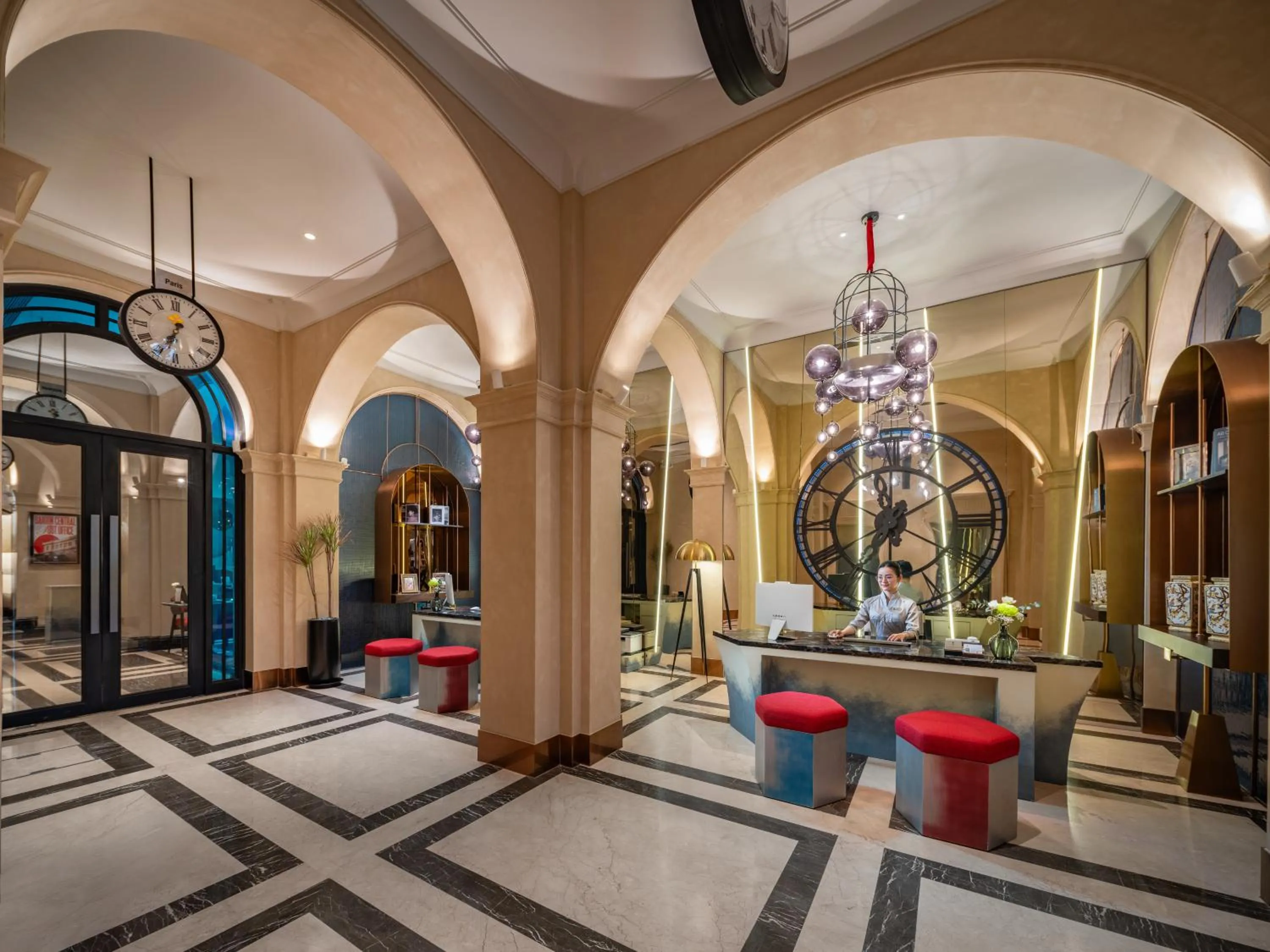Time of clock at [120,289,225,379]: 6:33
